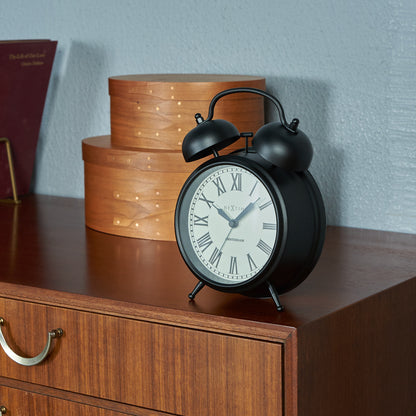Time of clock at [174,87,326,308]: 1:50
